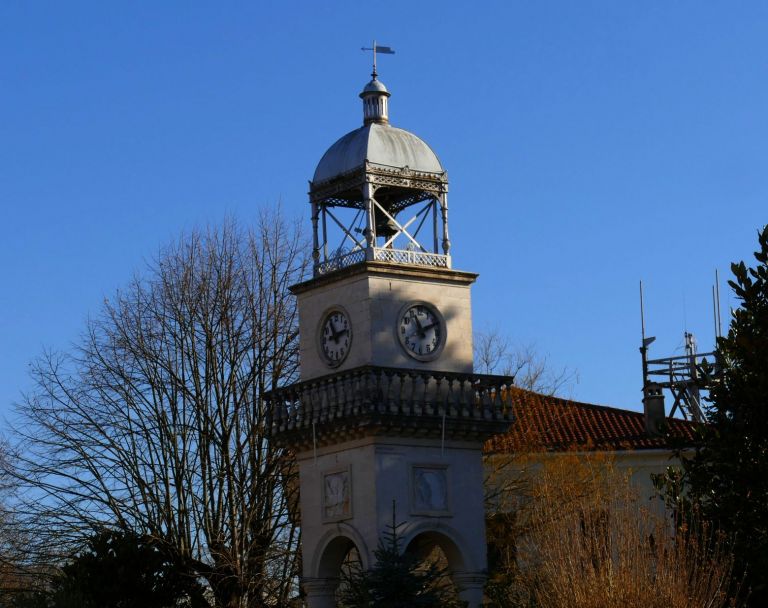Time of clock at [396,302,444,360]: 11:10
